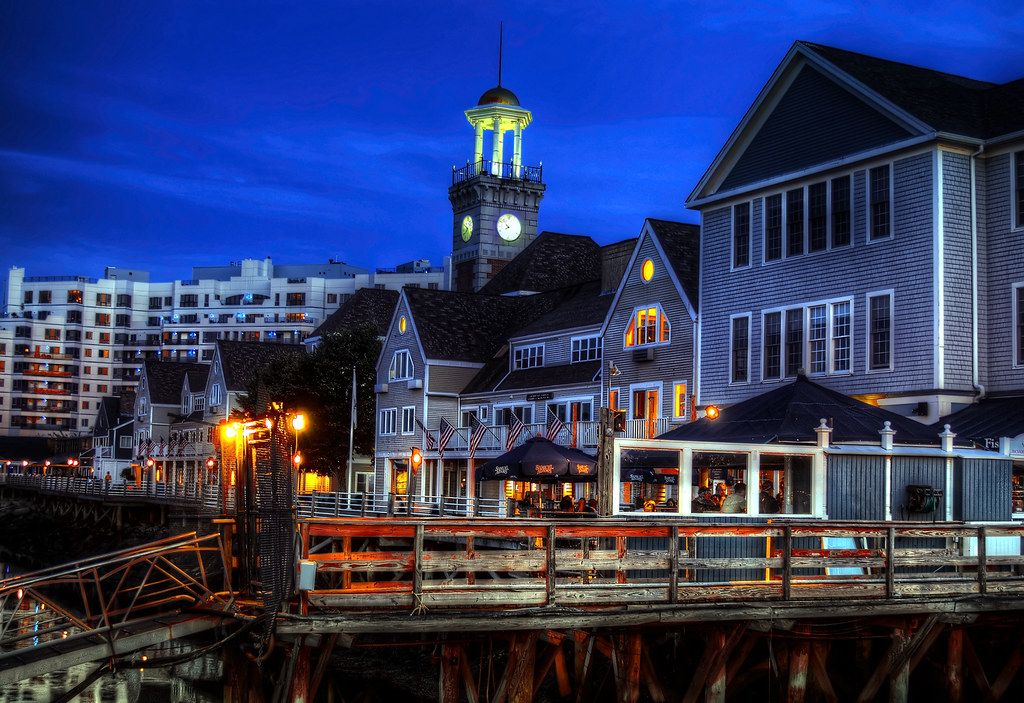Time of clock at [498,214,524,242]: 7:52
